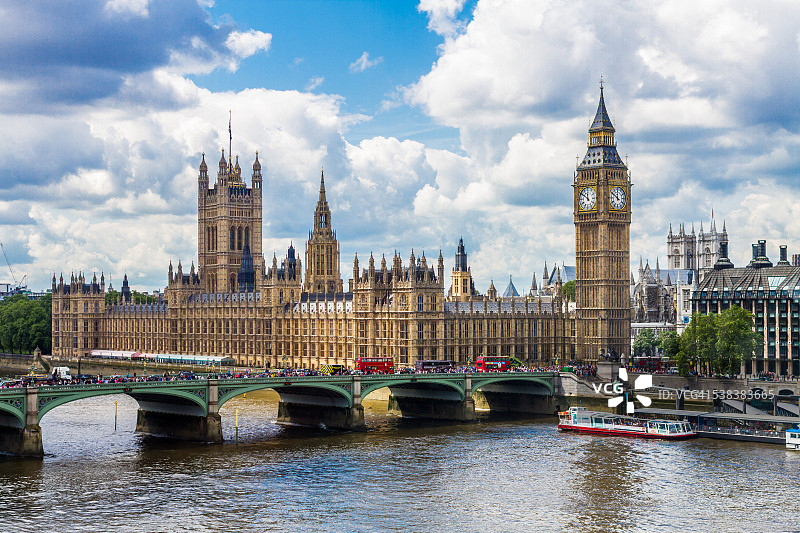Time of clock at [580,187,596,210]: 11:50
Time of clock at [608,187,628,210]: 11:50
